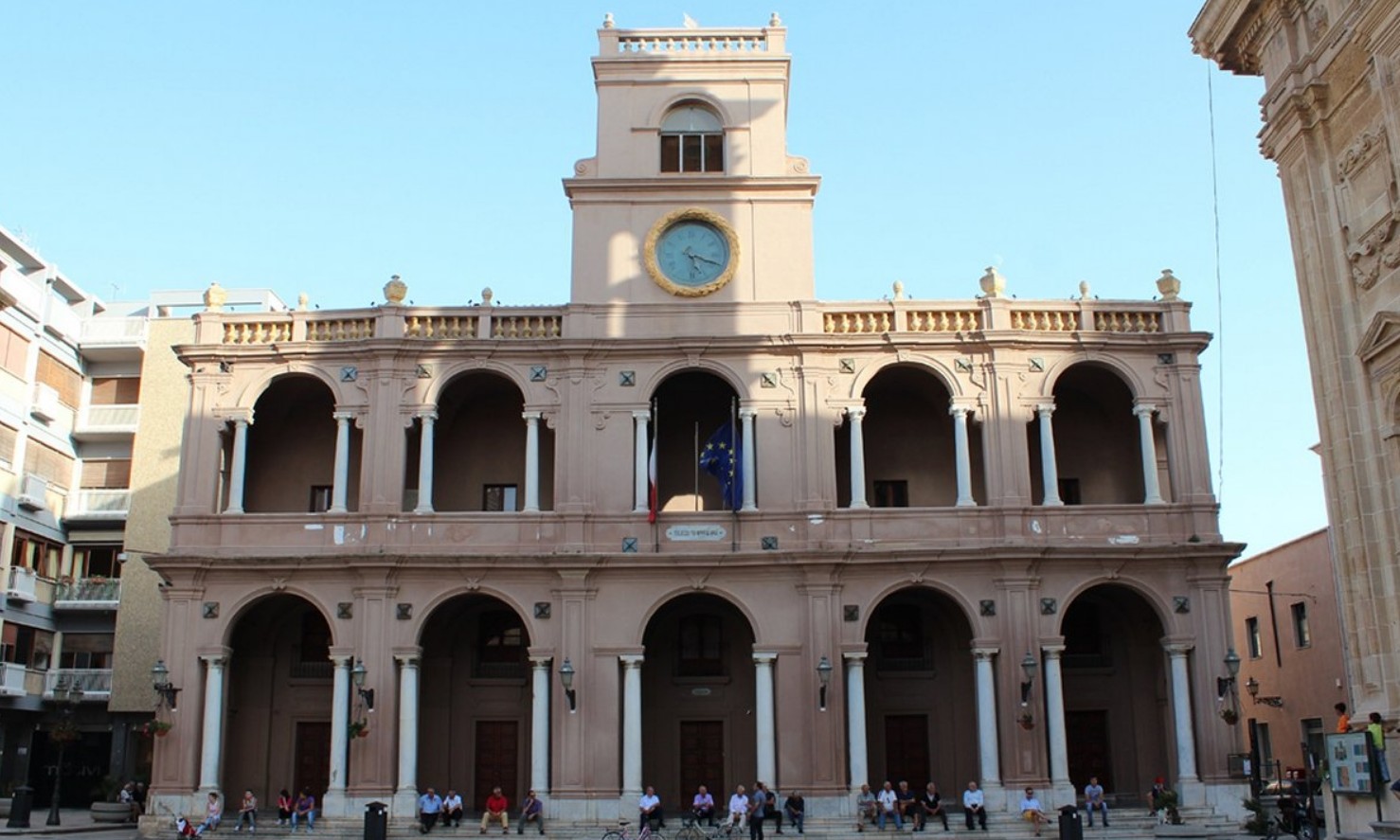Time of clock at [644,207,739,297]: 5:18
